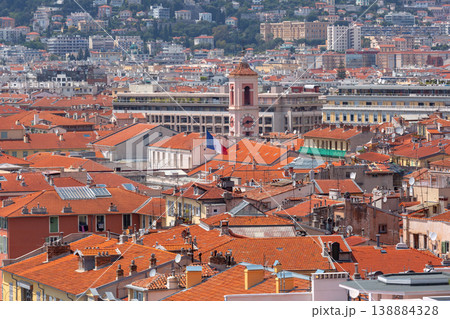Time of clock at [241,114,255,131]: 2:40
